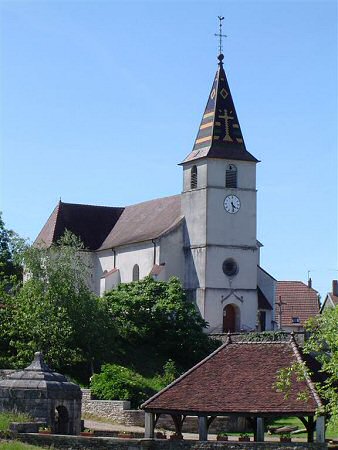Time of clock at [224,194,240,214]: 4:28
